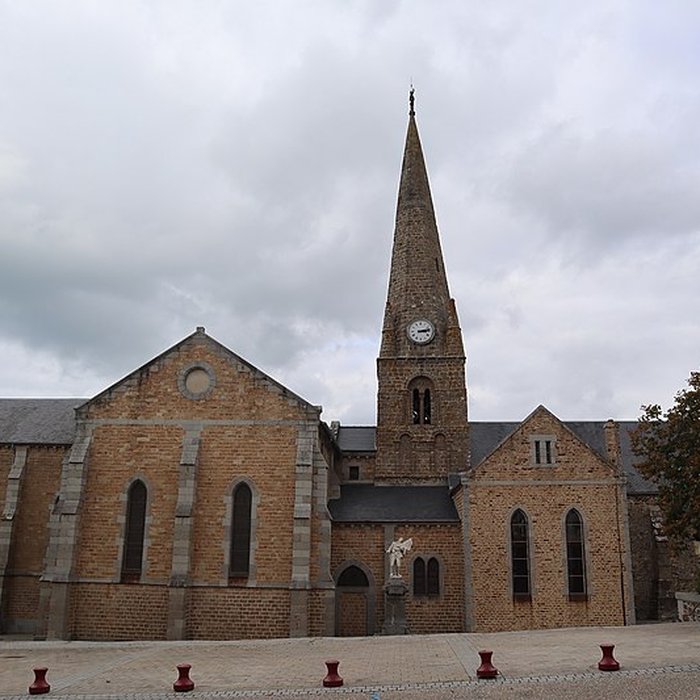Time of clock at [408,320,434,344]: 3:13
